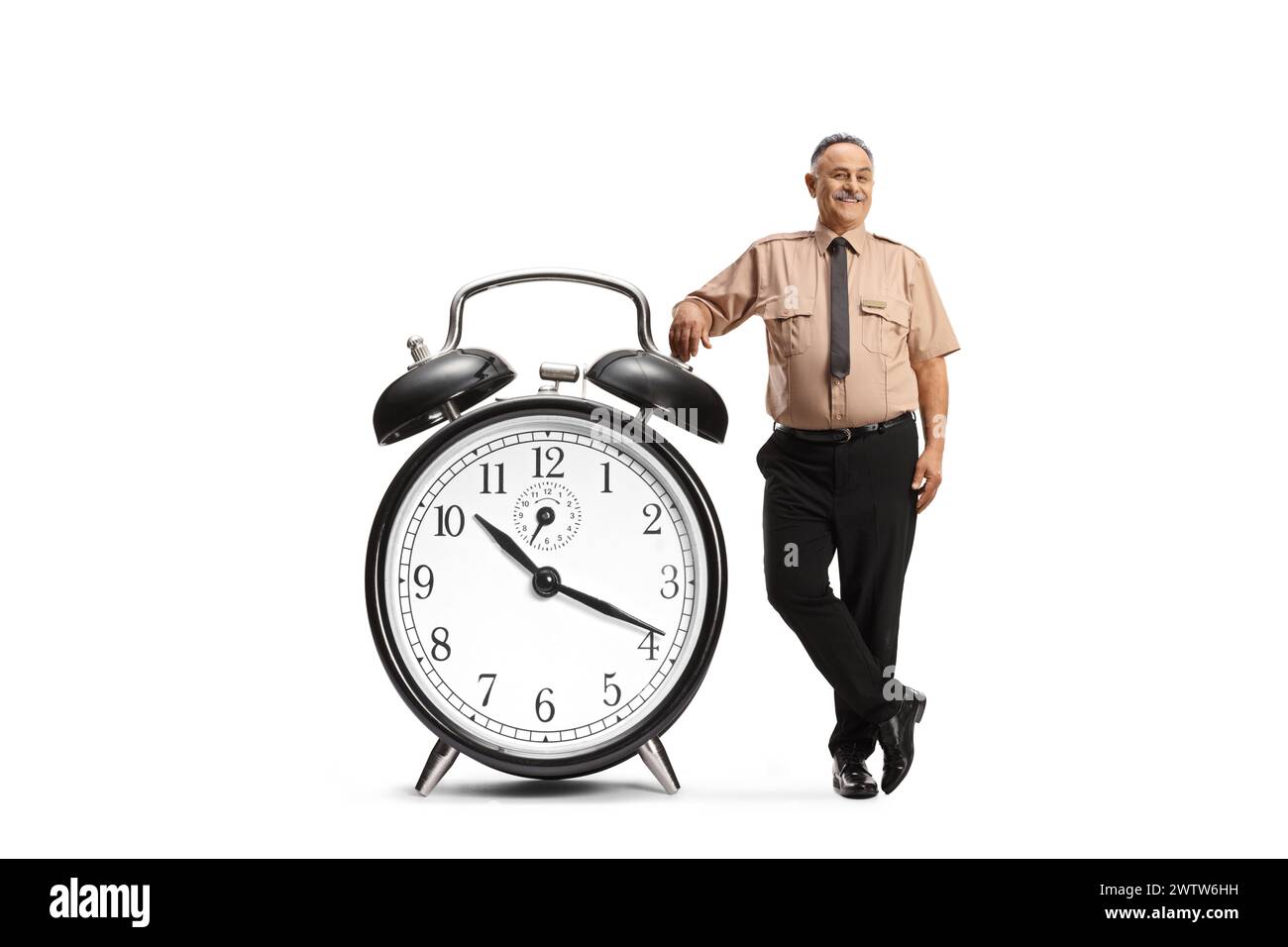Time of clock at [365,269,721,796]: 10:18
